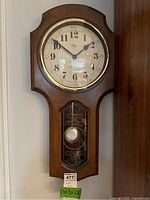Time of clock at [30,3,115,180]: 1:51
